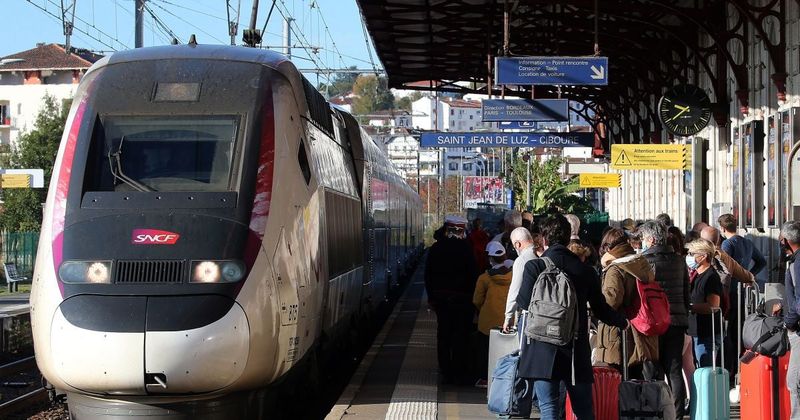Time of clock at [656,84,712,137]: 9:39
